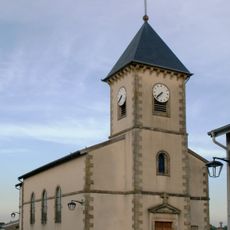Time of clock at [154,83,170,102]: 7:37
